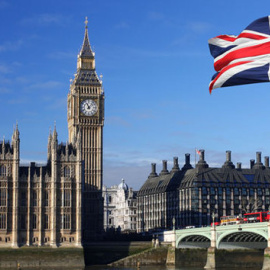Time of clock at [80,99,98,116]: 11:07
